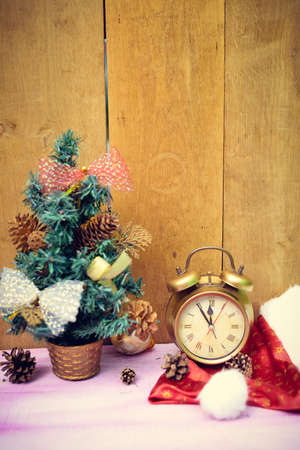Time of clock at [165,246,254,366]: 11:54
